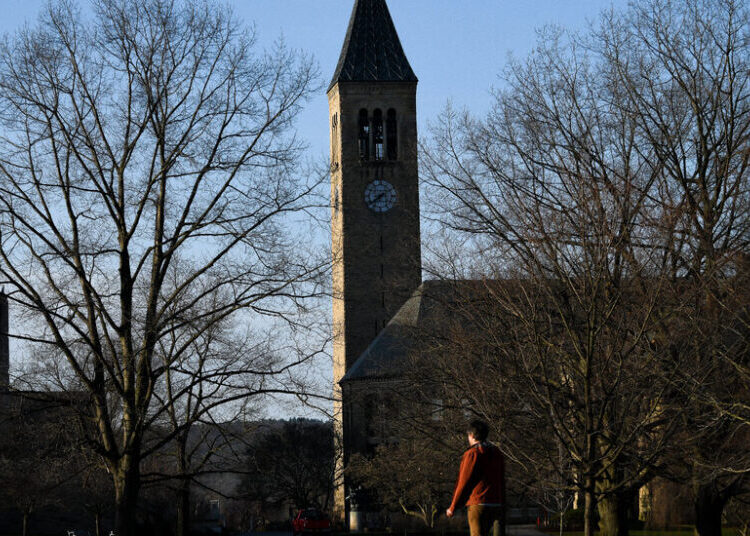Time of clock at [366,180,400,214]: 1:38
